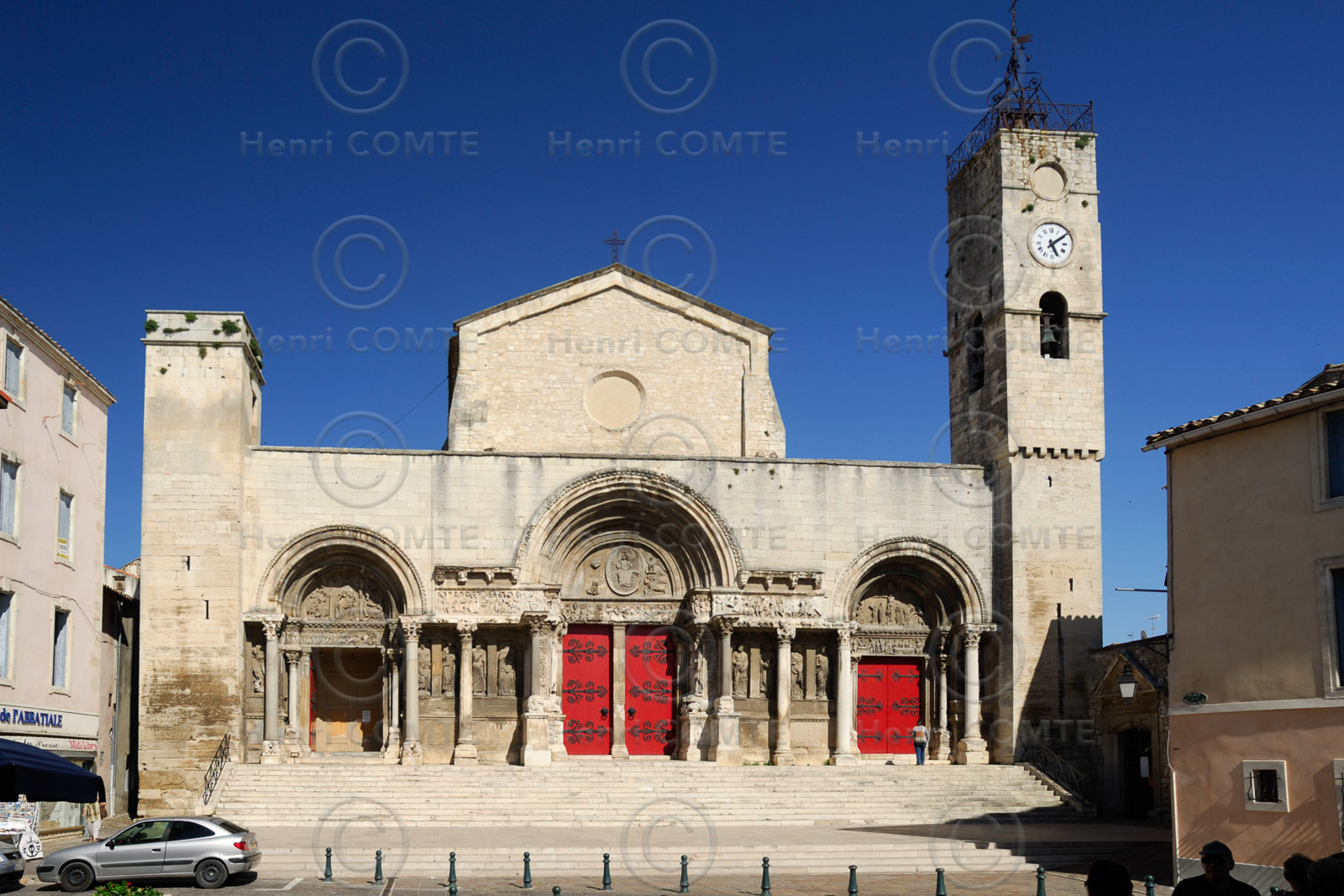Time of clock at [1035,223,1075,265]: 5:09
